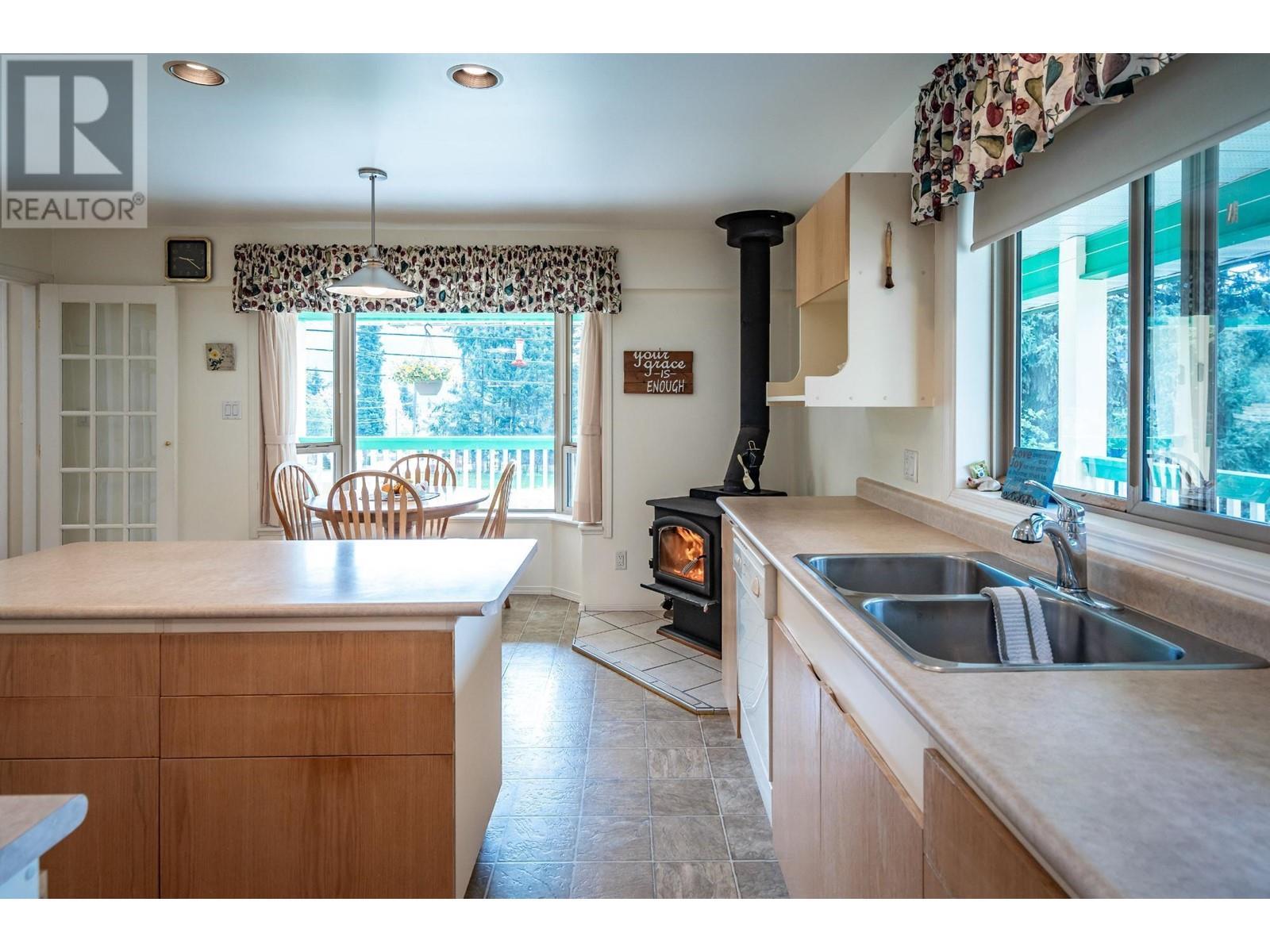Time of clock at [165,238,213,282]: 9:21
